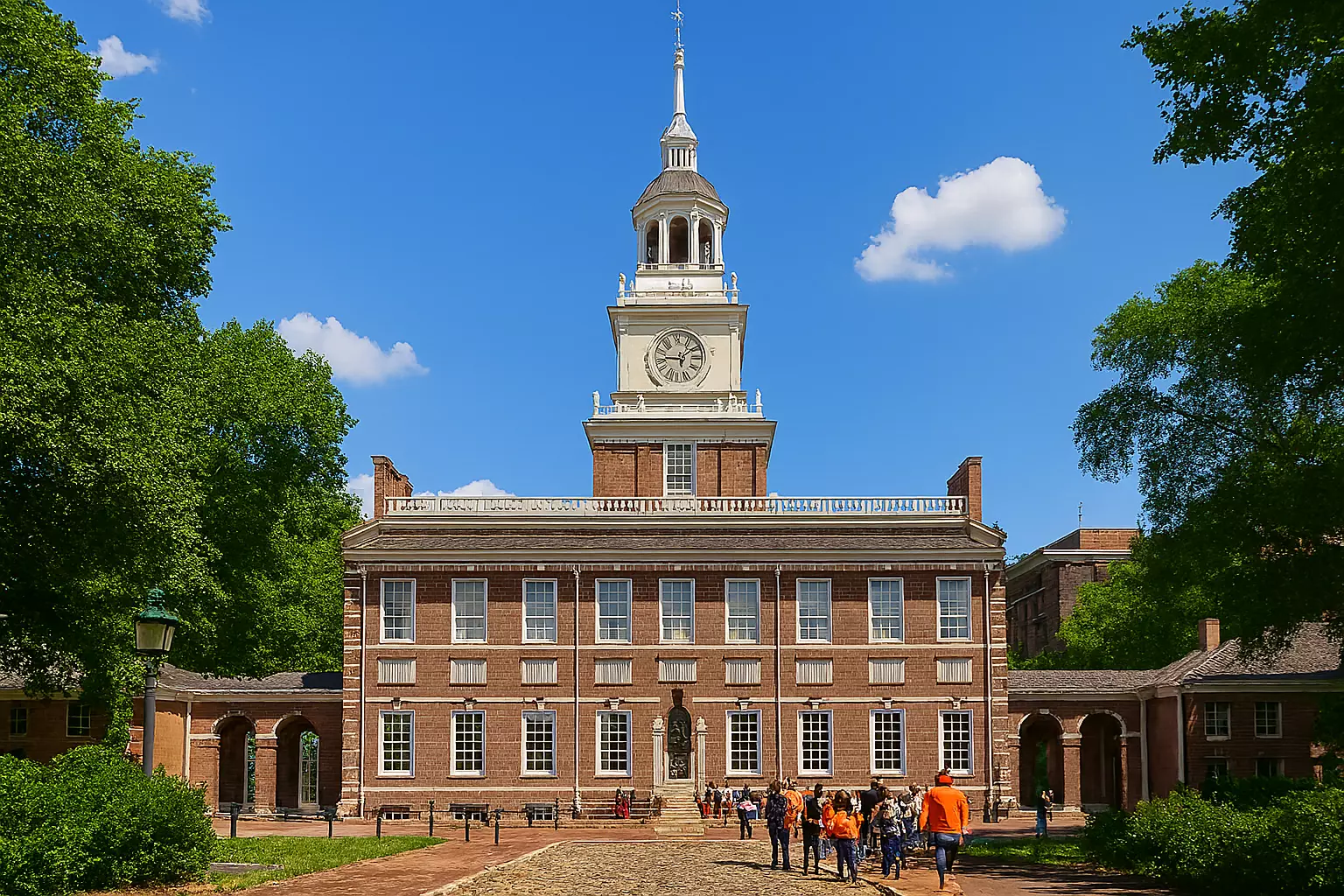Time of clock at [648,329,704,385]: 1:46
